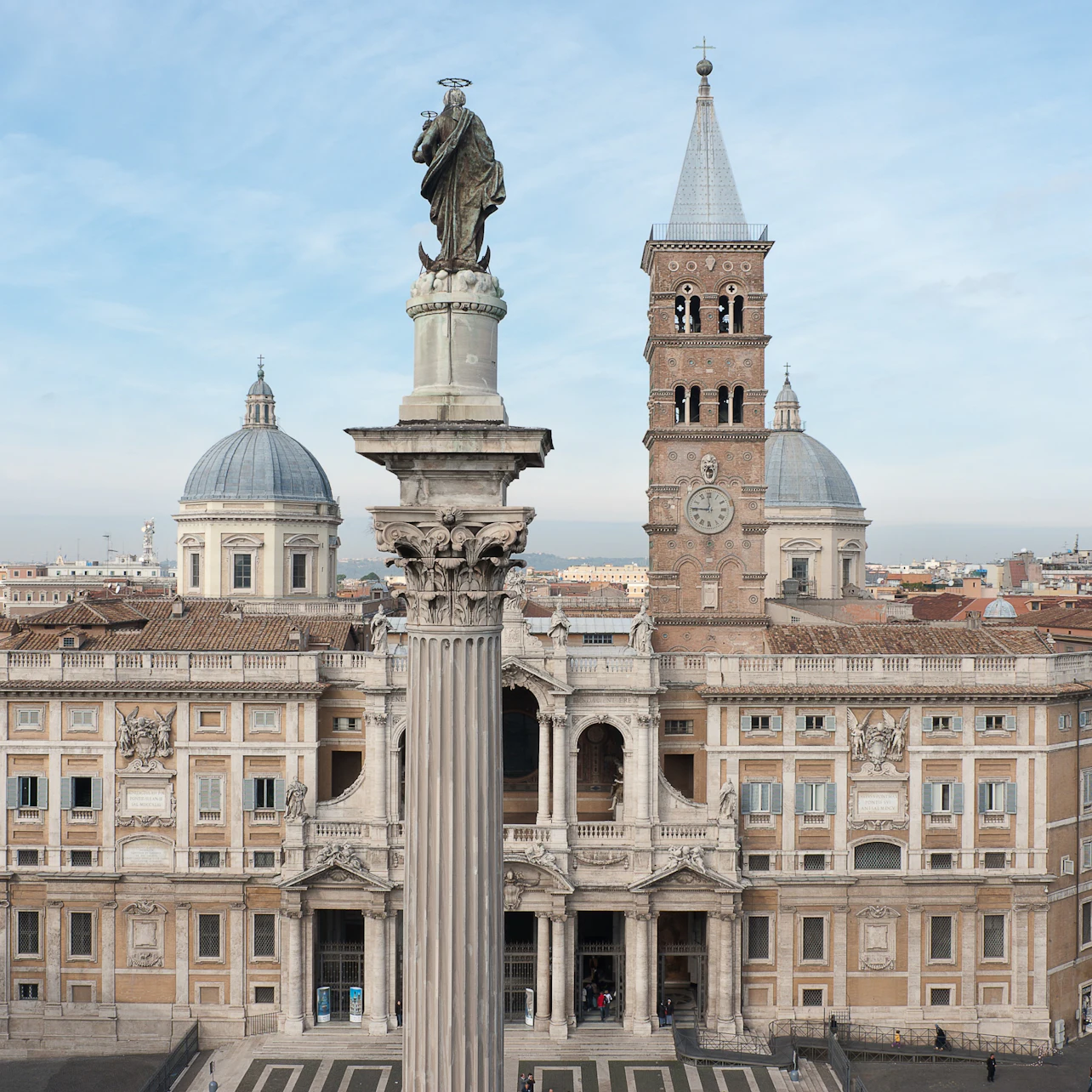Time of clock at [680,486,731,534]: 11:45
